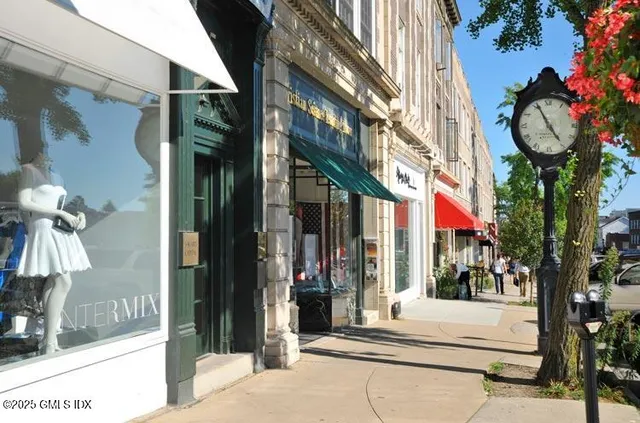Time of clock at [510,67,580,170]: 4:55
